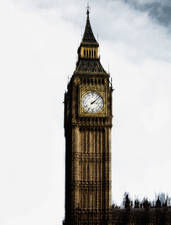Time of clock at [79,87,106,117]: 2:07
